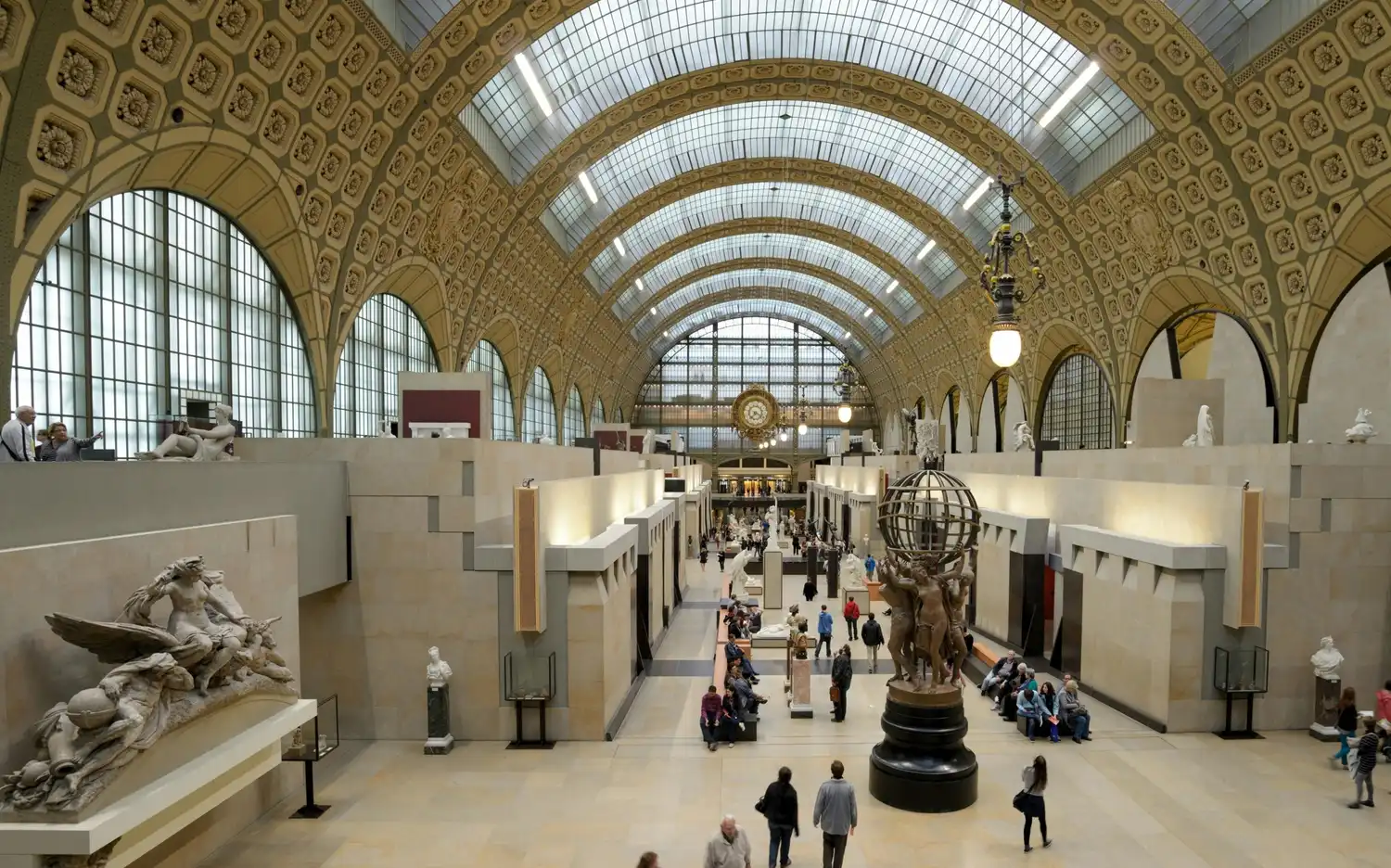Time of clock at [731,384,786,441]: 7:20
